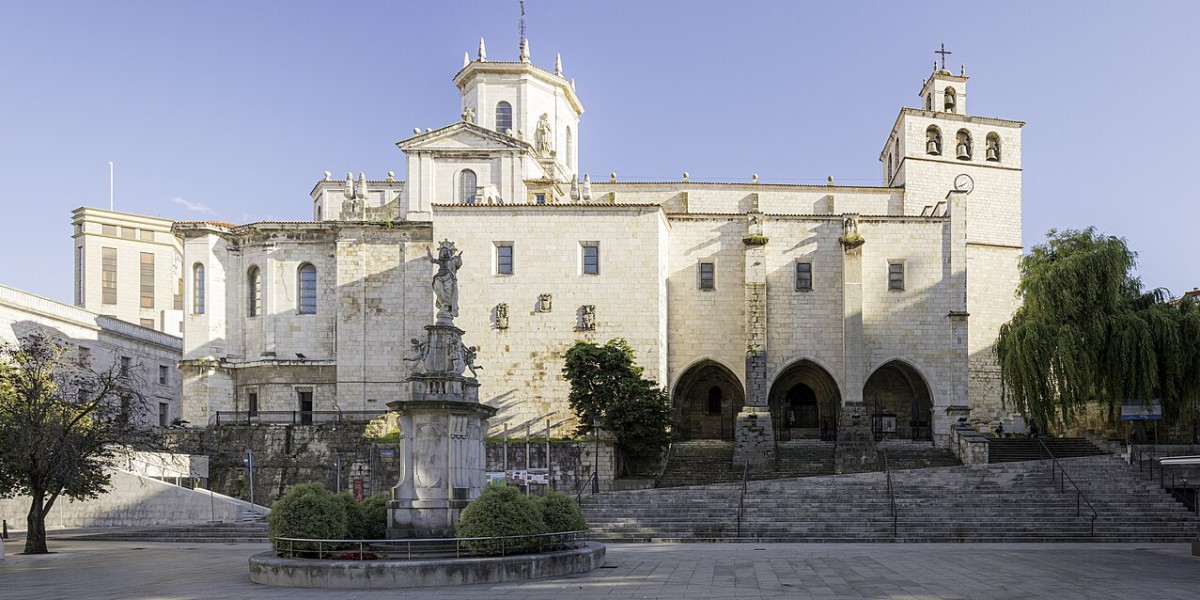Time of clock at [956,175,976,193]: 7:40
